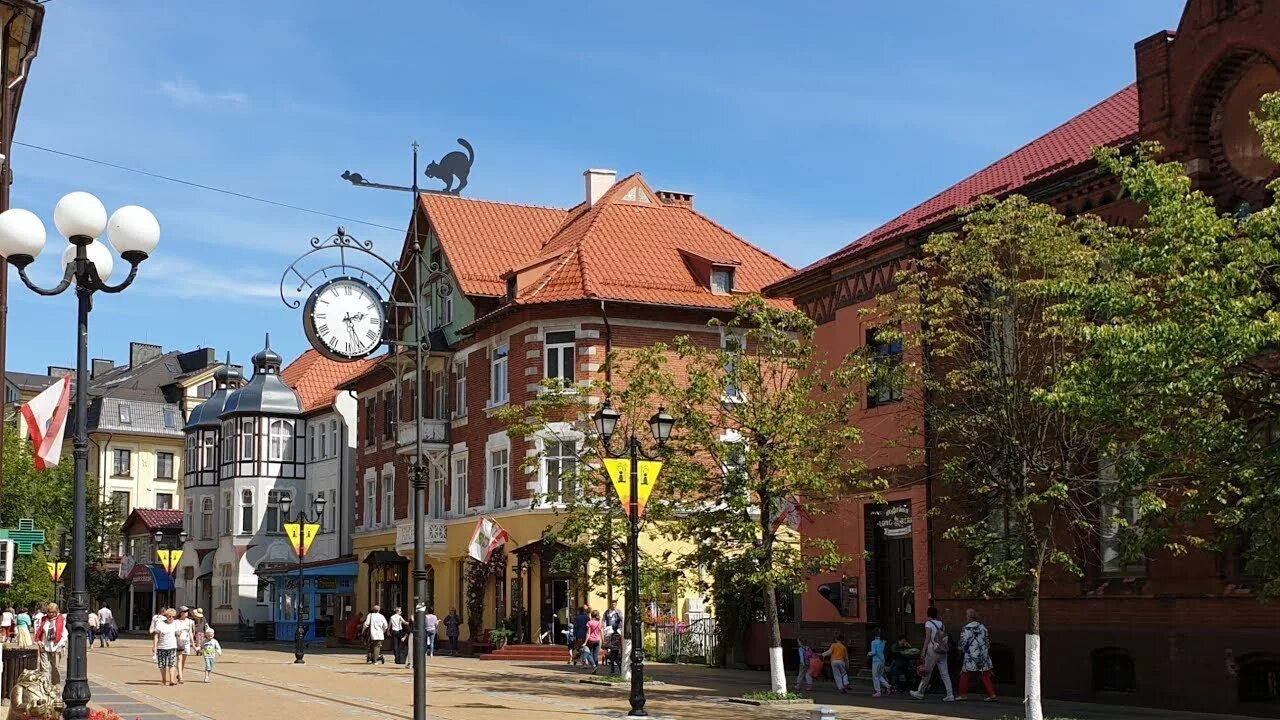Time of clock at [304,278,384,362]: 2:25
